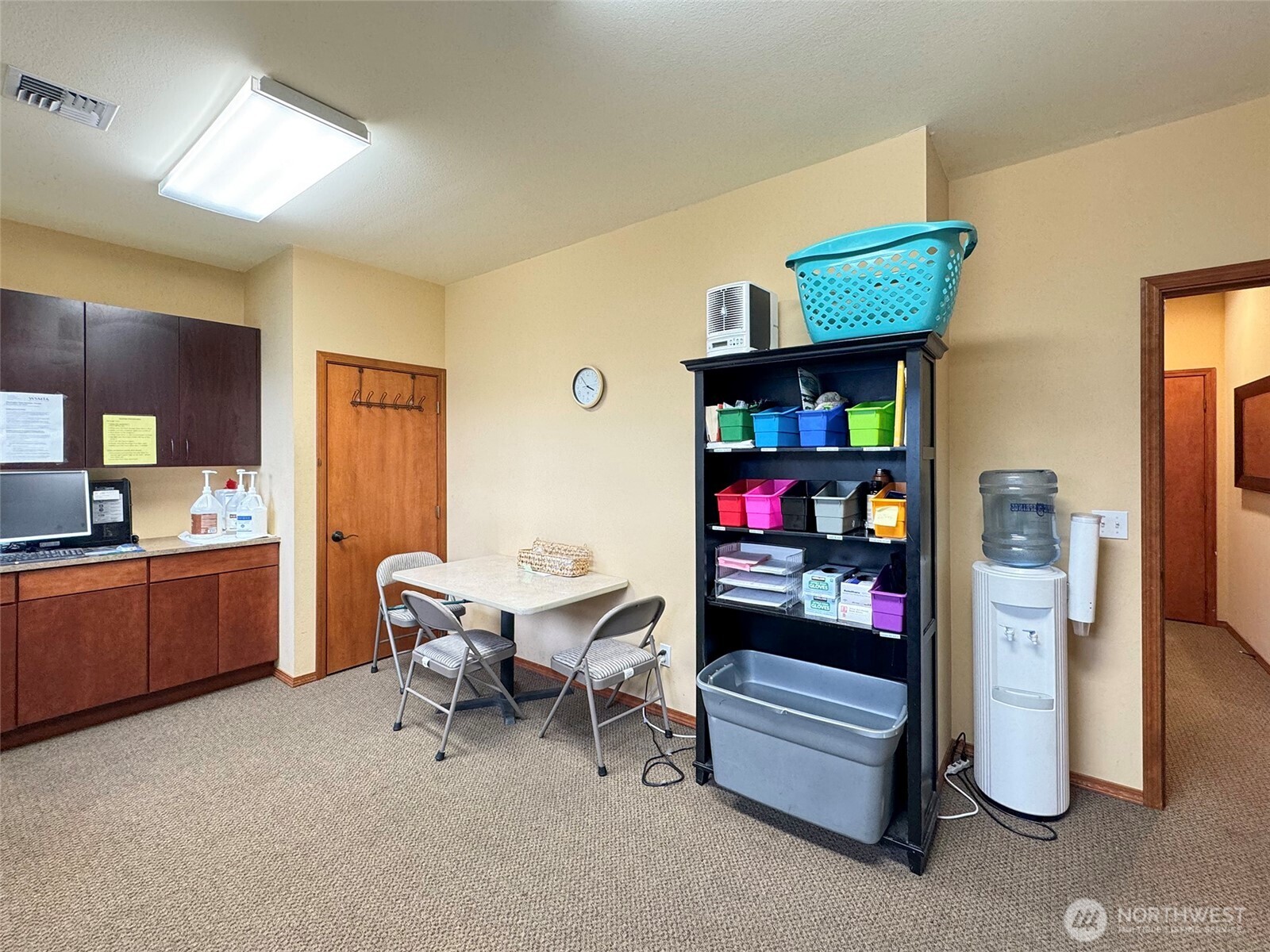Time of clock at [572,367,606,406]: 3:54
